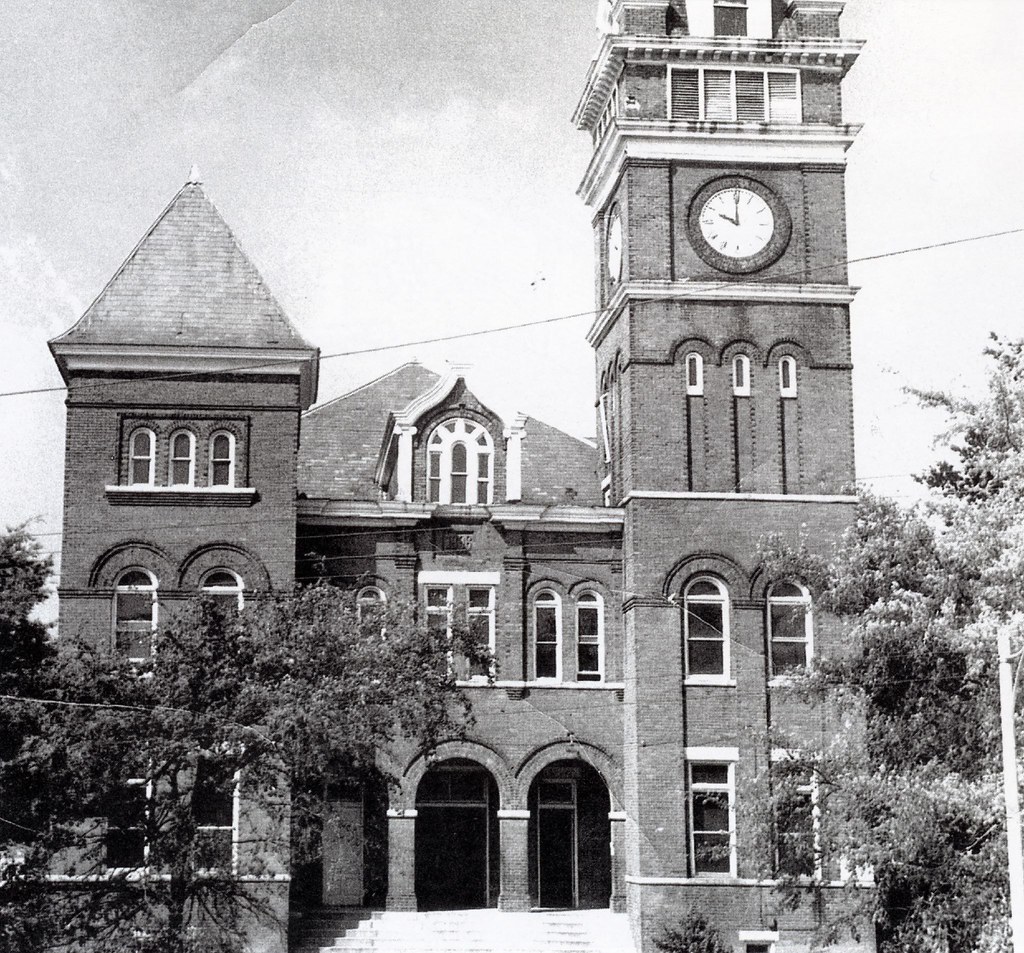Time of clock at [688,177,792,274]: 10:00
